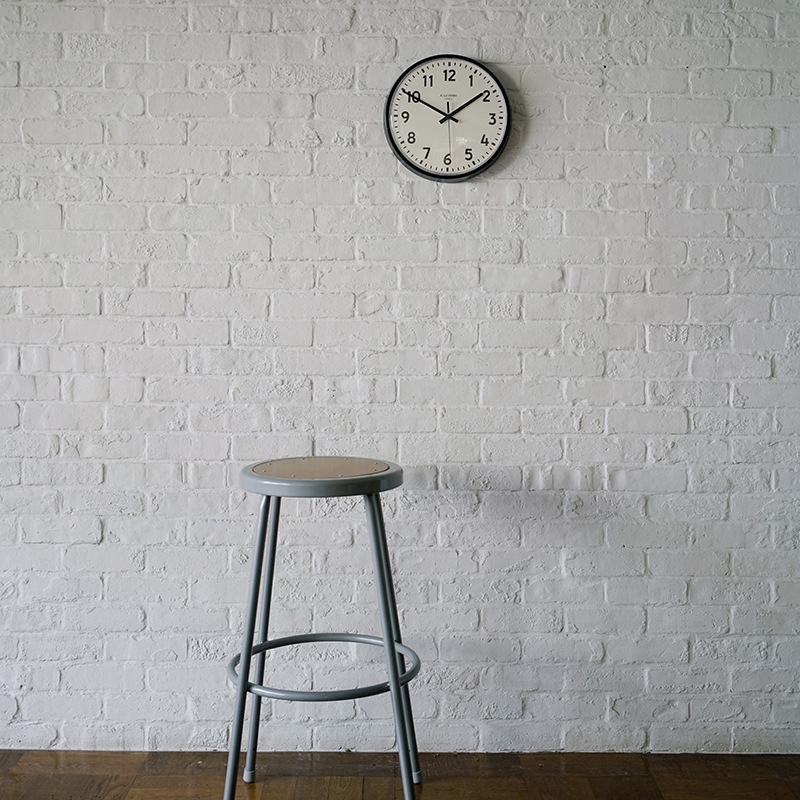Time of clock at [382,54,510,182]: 1:50
